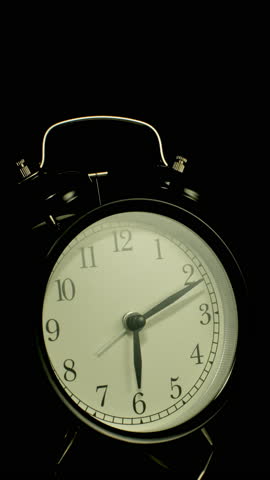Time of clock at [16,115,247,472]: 6:11
